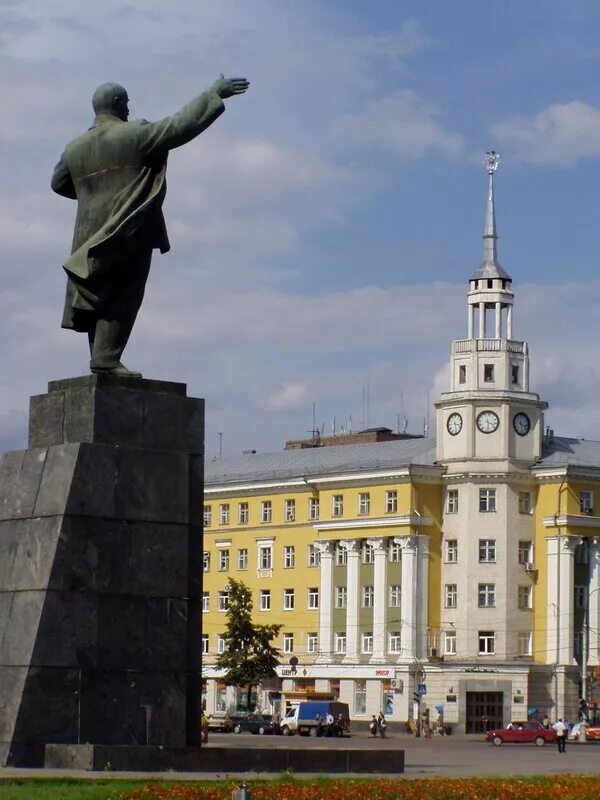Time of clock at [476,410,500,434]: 3:28
